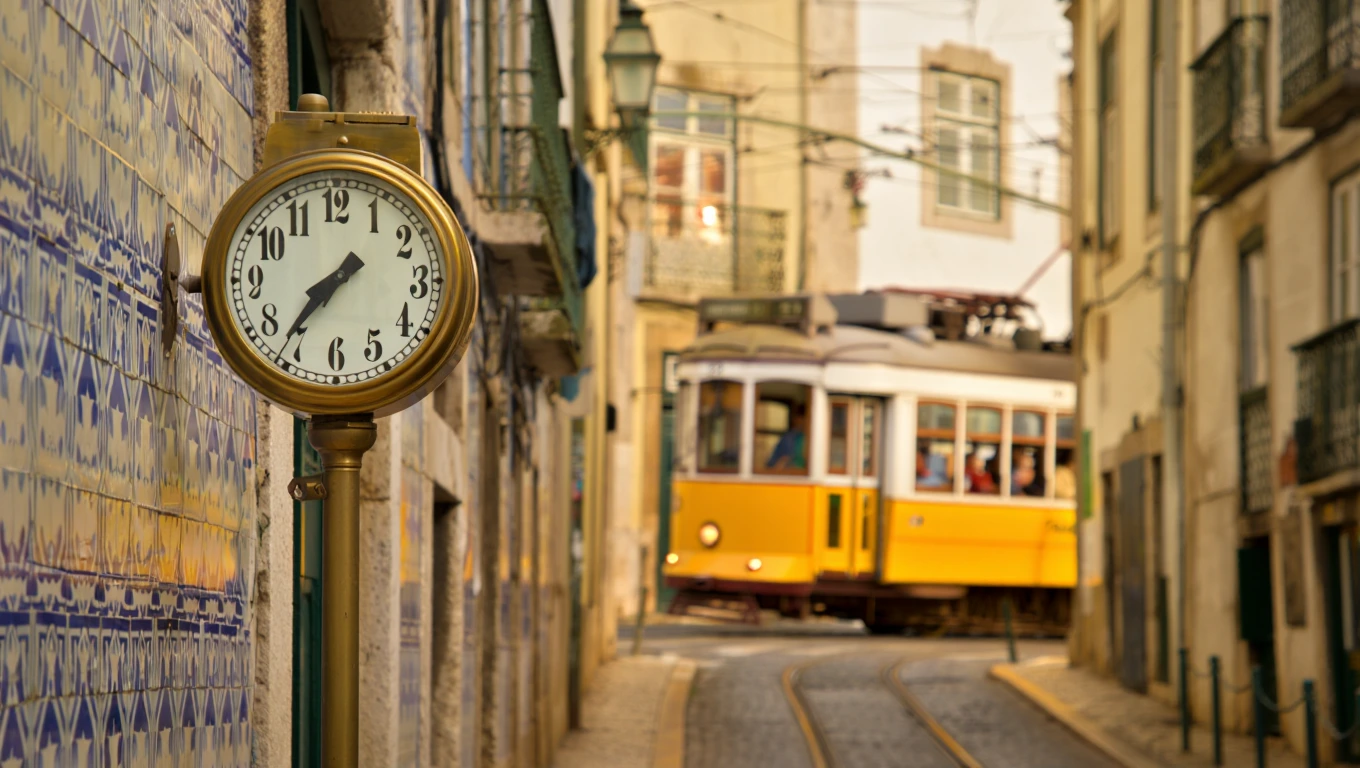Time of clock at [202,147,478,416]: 7:36
